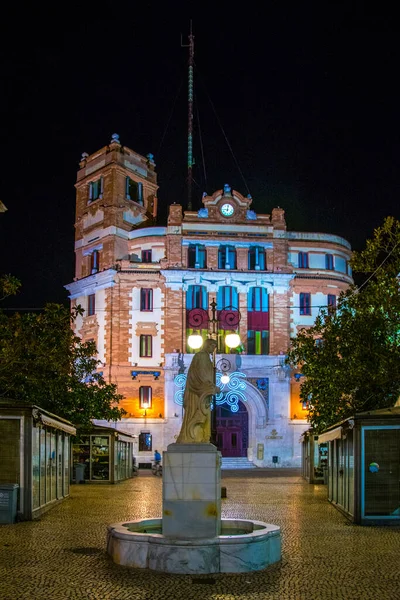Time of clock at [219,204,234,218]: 9:01
